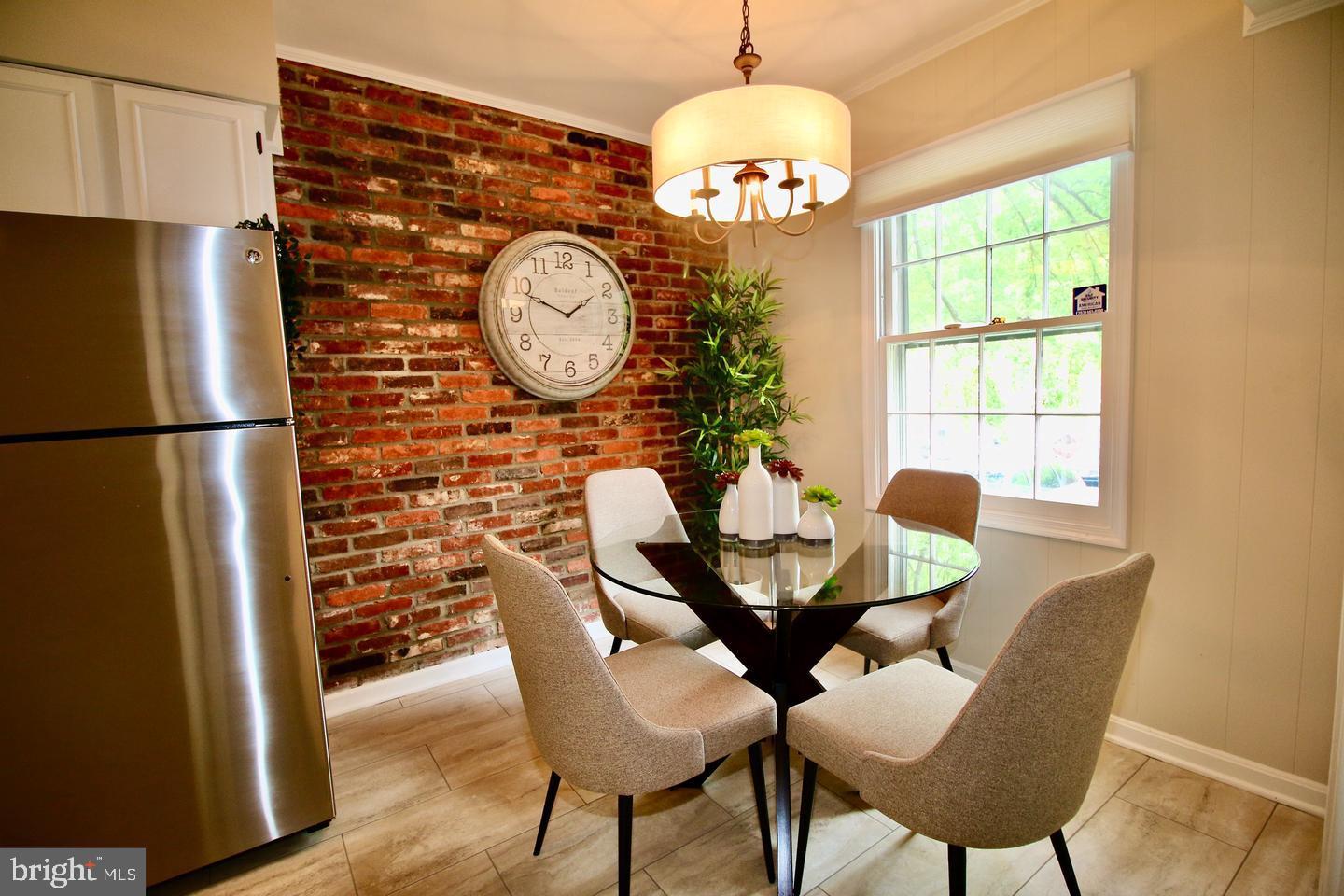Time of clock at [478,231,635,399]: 1:48
